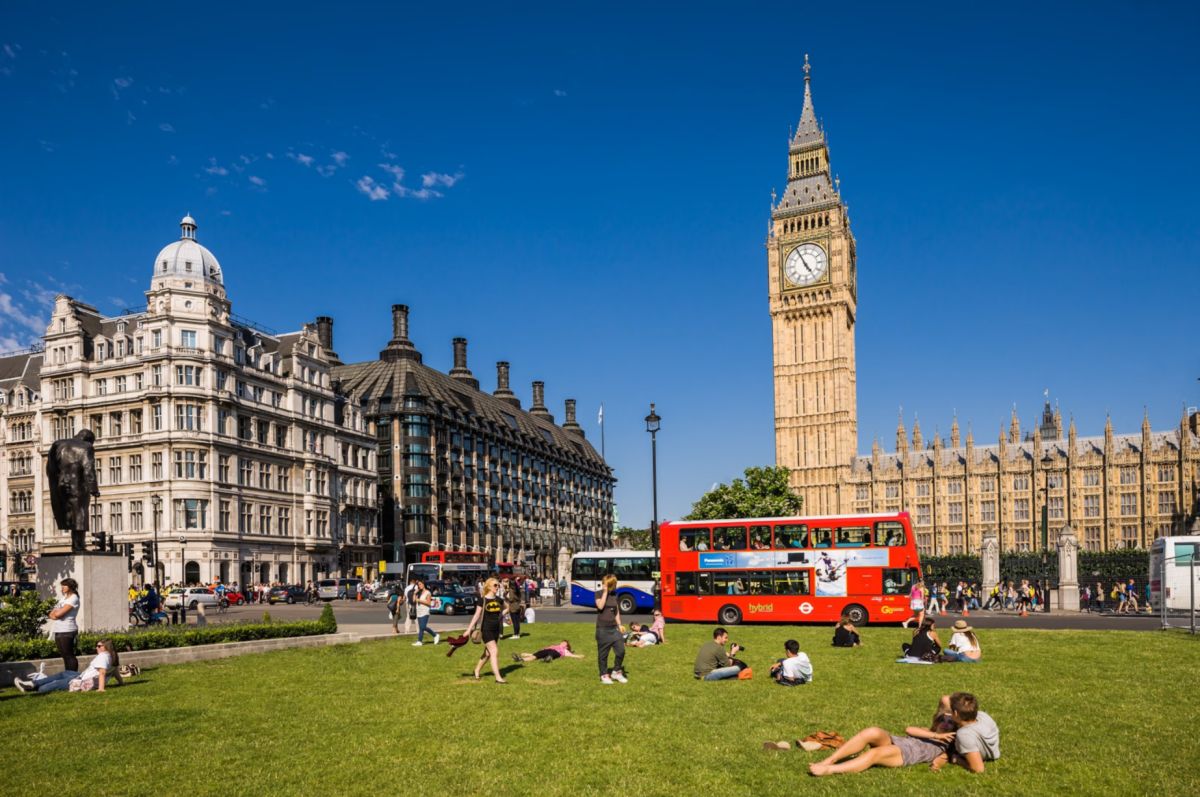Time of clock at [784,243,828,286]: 4:55
